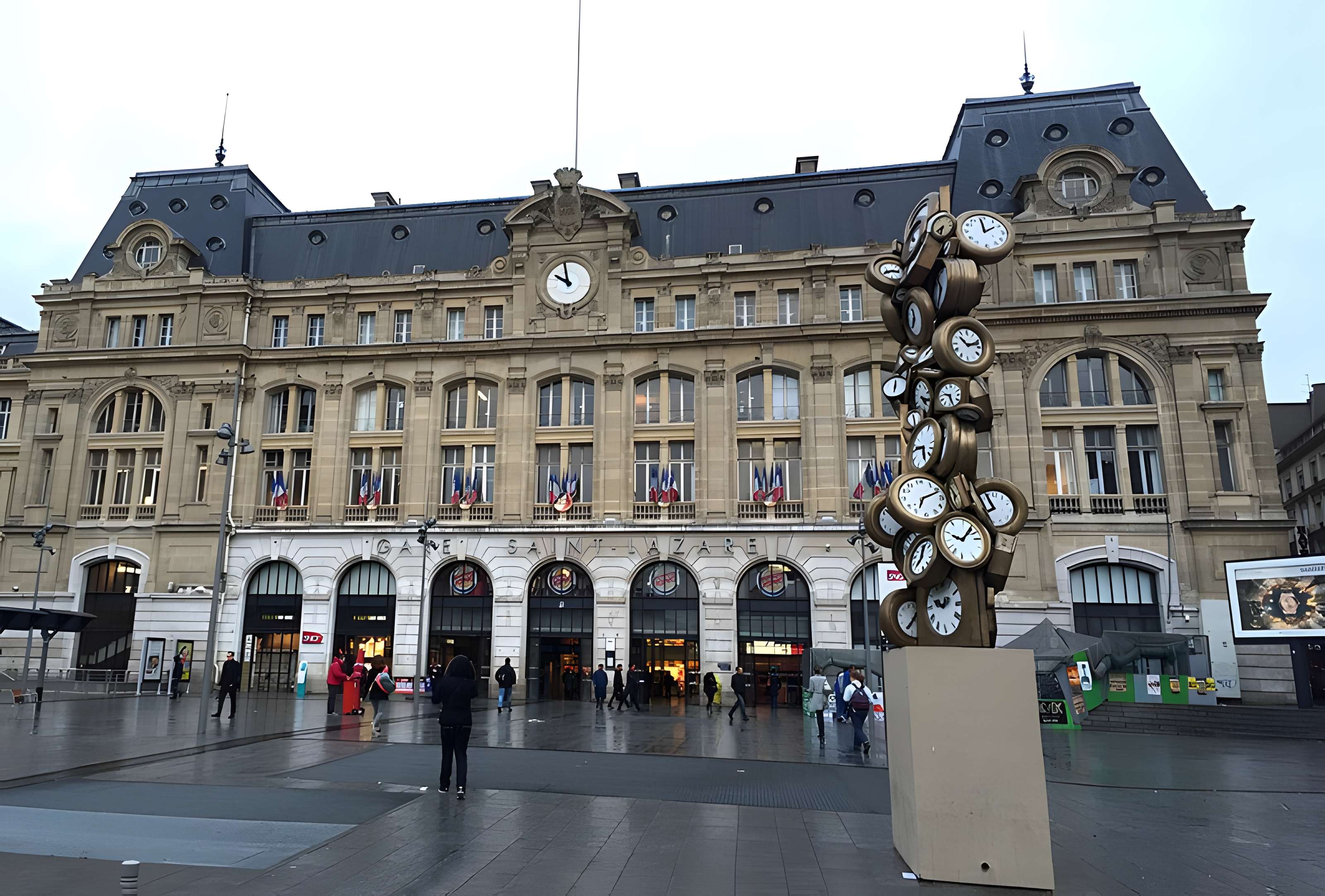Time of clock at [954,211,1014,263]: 1:58
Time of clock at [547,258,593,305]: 9:57
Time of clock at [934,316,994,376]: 10:12
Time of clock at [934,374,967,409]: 9:26
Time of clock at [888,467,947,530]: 7:11
